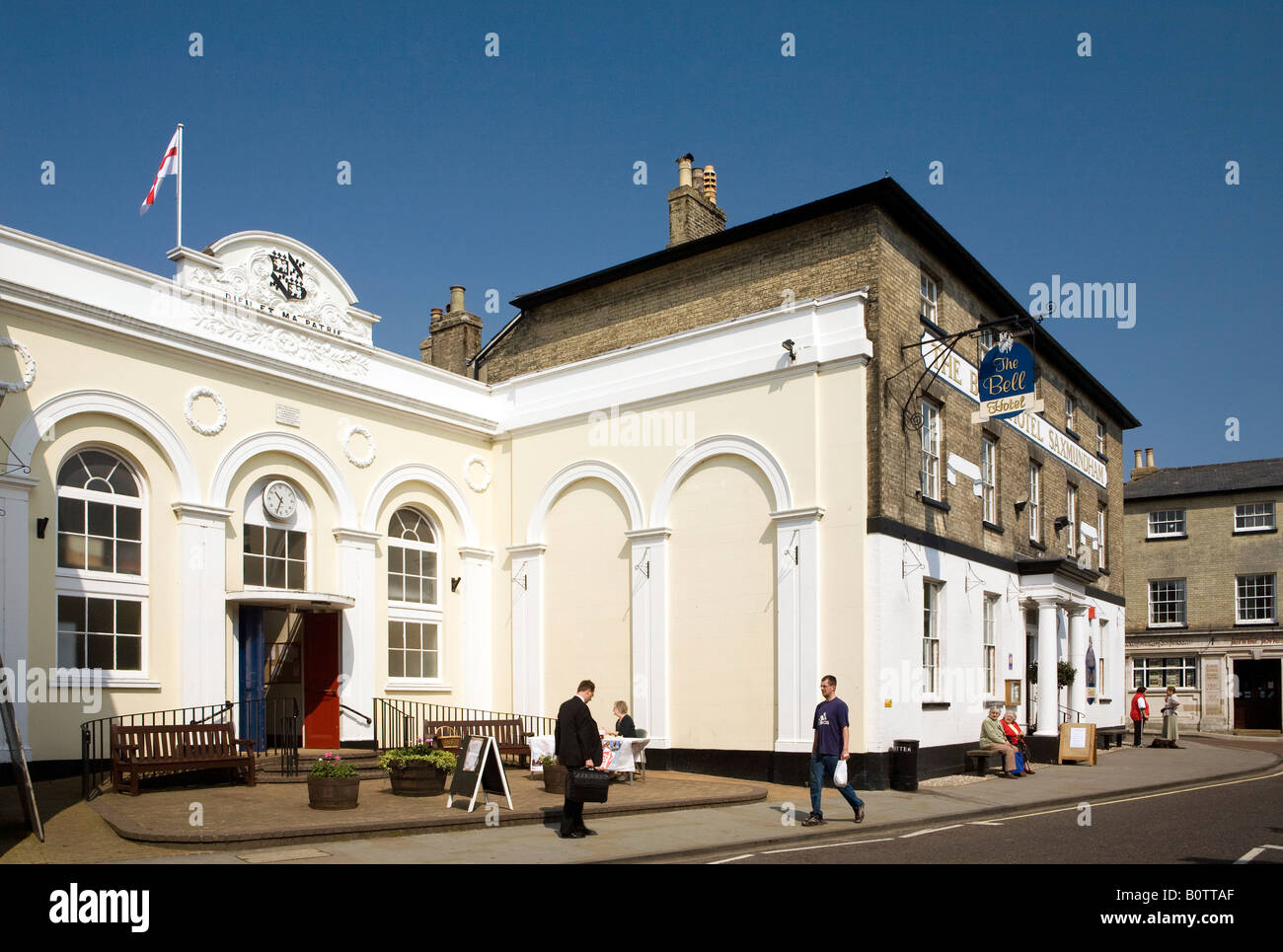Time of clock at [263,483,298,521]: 10:33
